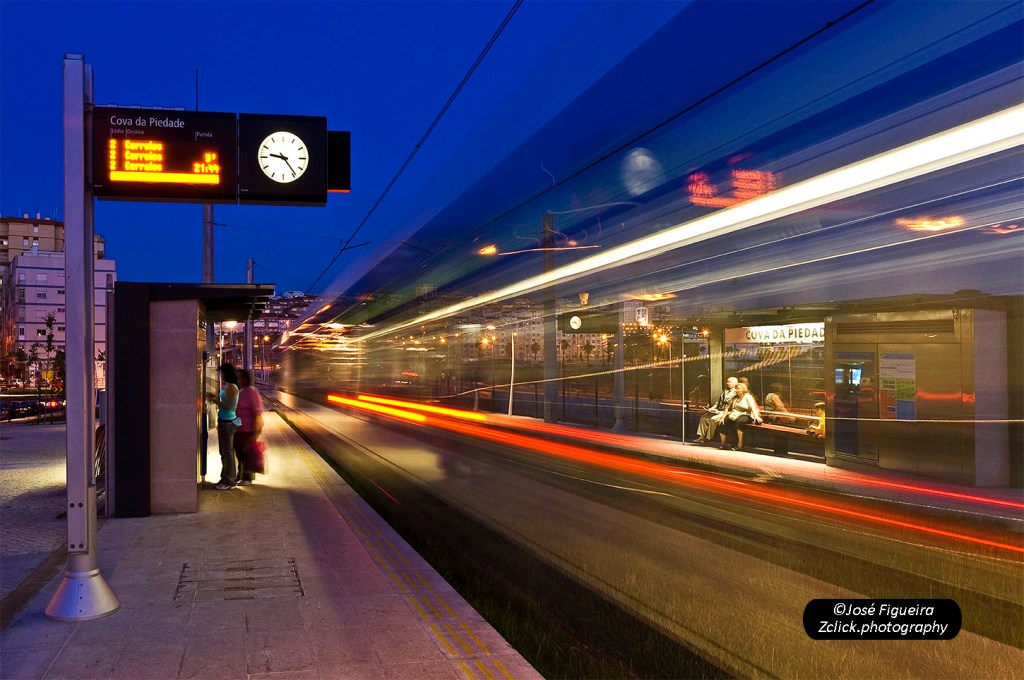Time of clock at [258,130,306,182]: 9:23
